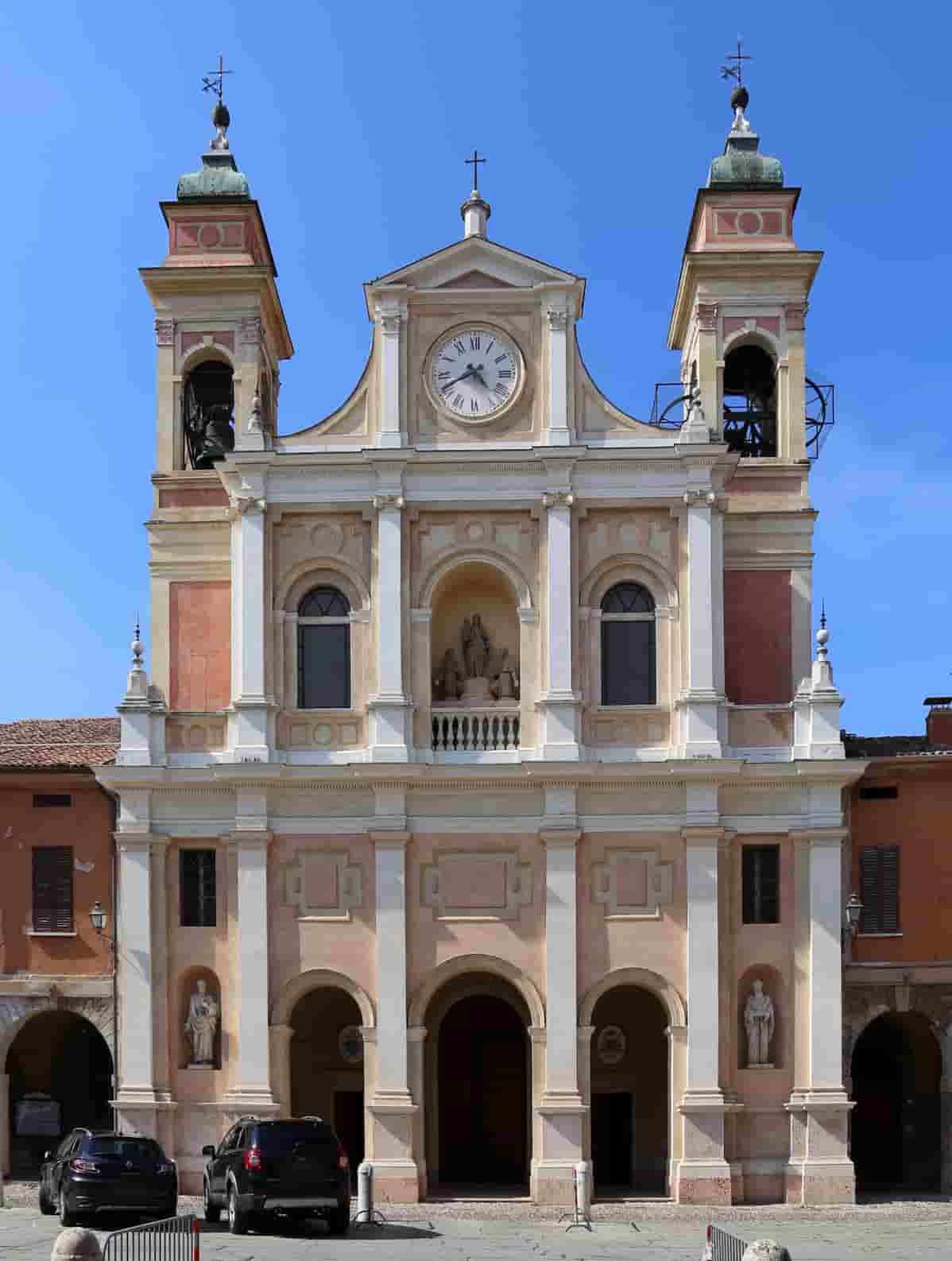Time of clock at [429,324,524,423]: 4:40
